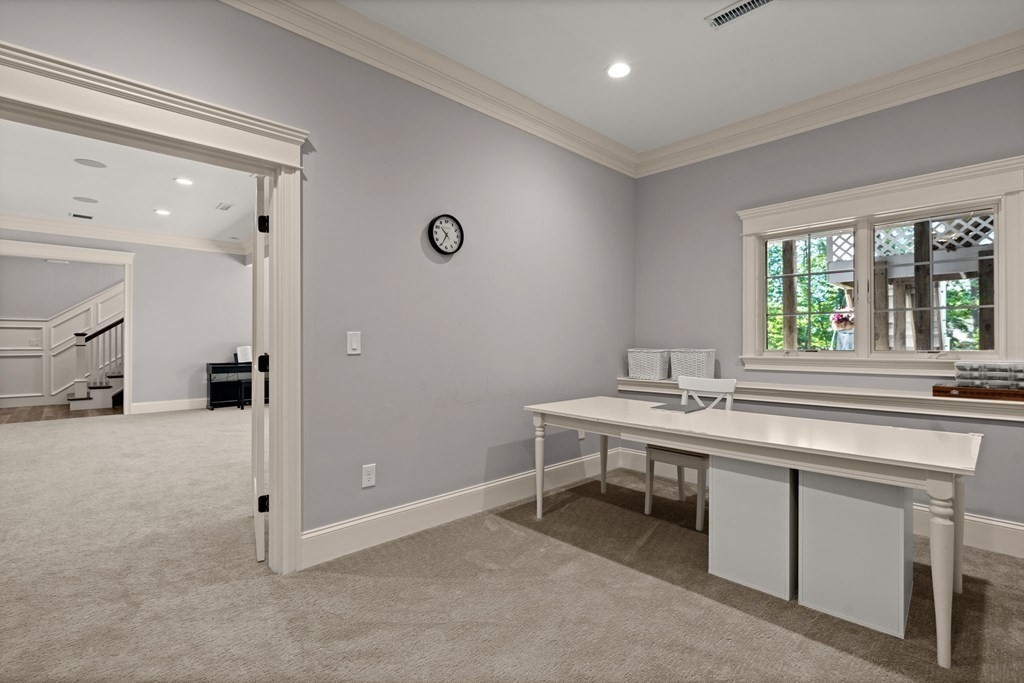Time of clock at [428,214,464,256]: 10:34
